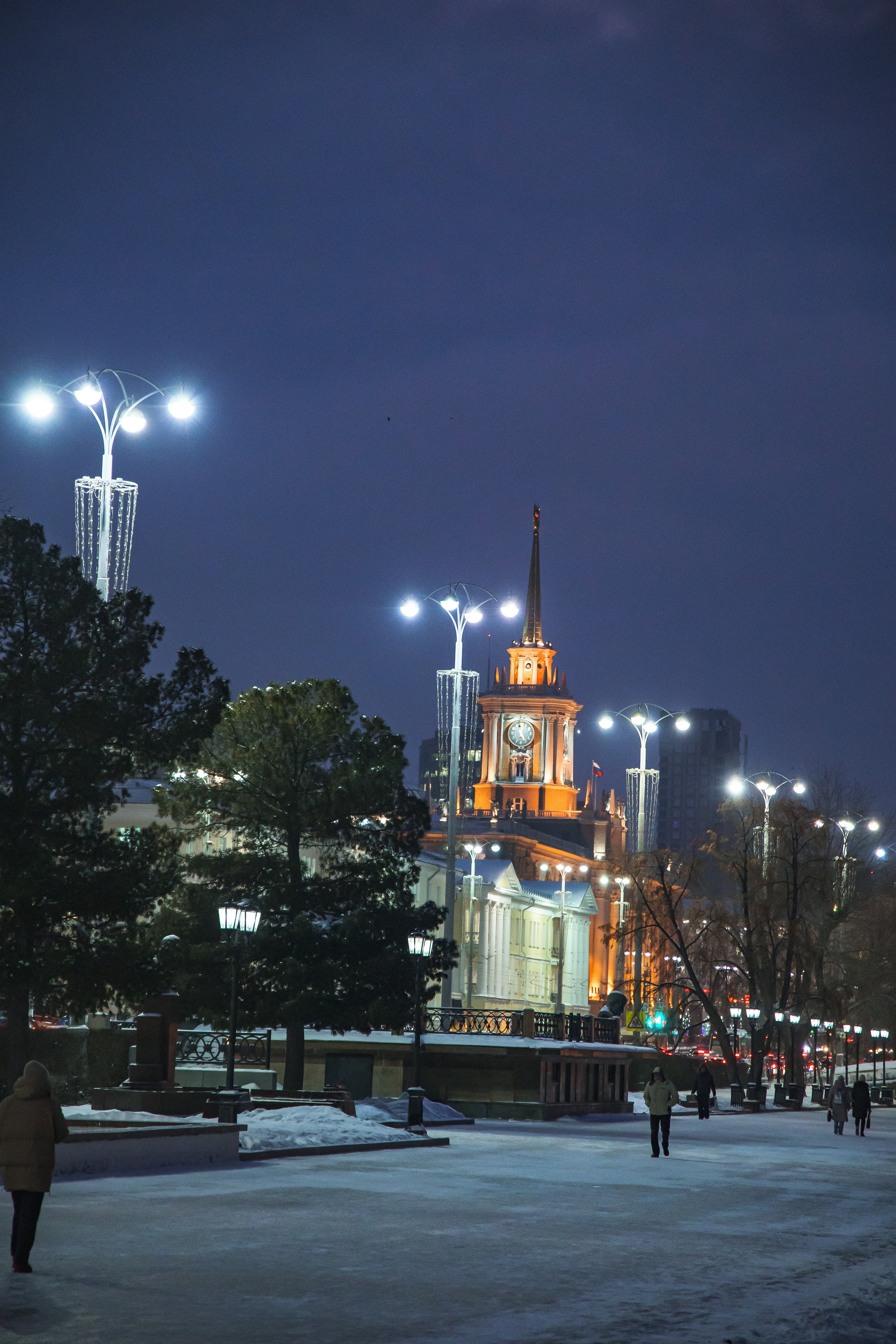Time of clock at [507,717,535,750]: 5:03
